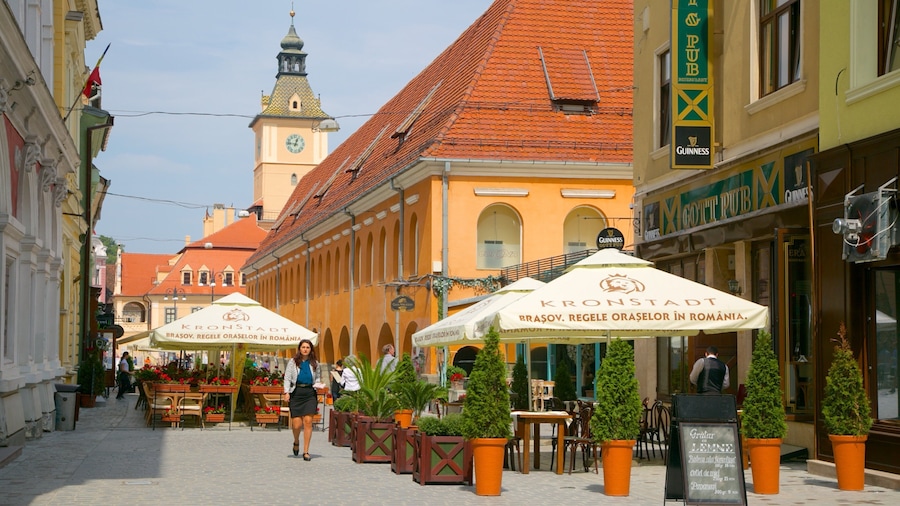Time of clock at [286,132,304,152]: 12:46
